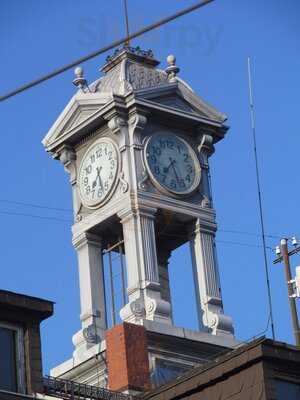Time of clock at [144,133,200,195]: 7:27
